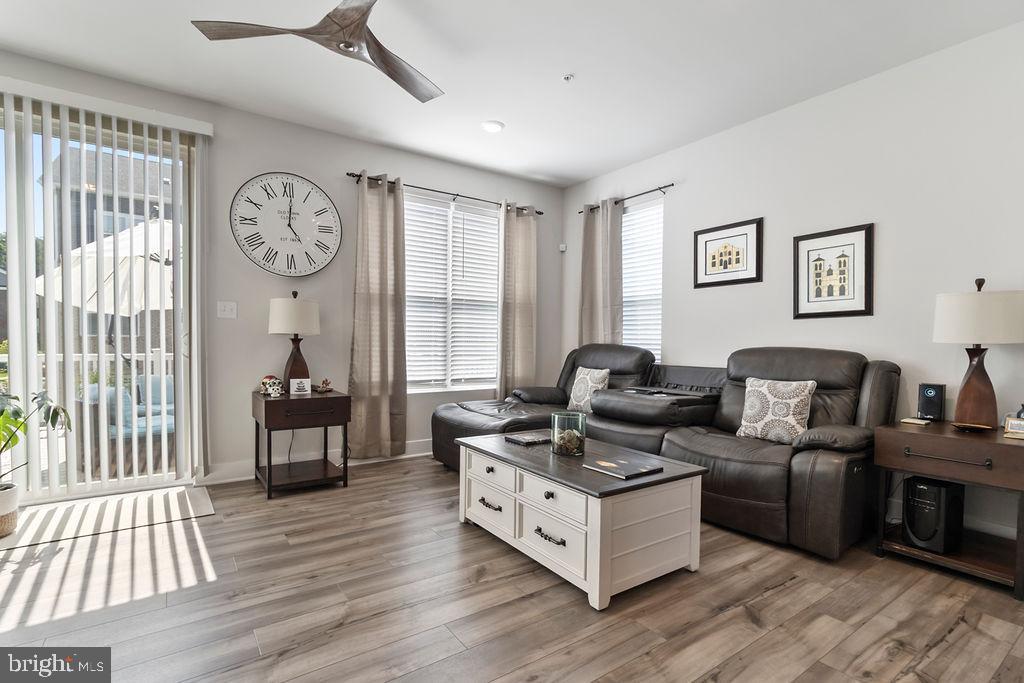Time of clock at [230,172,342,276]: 5:00
